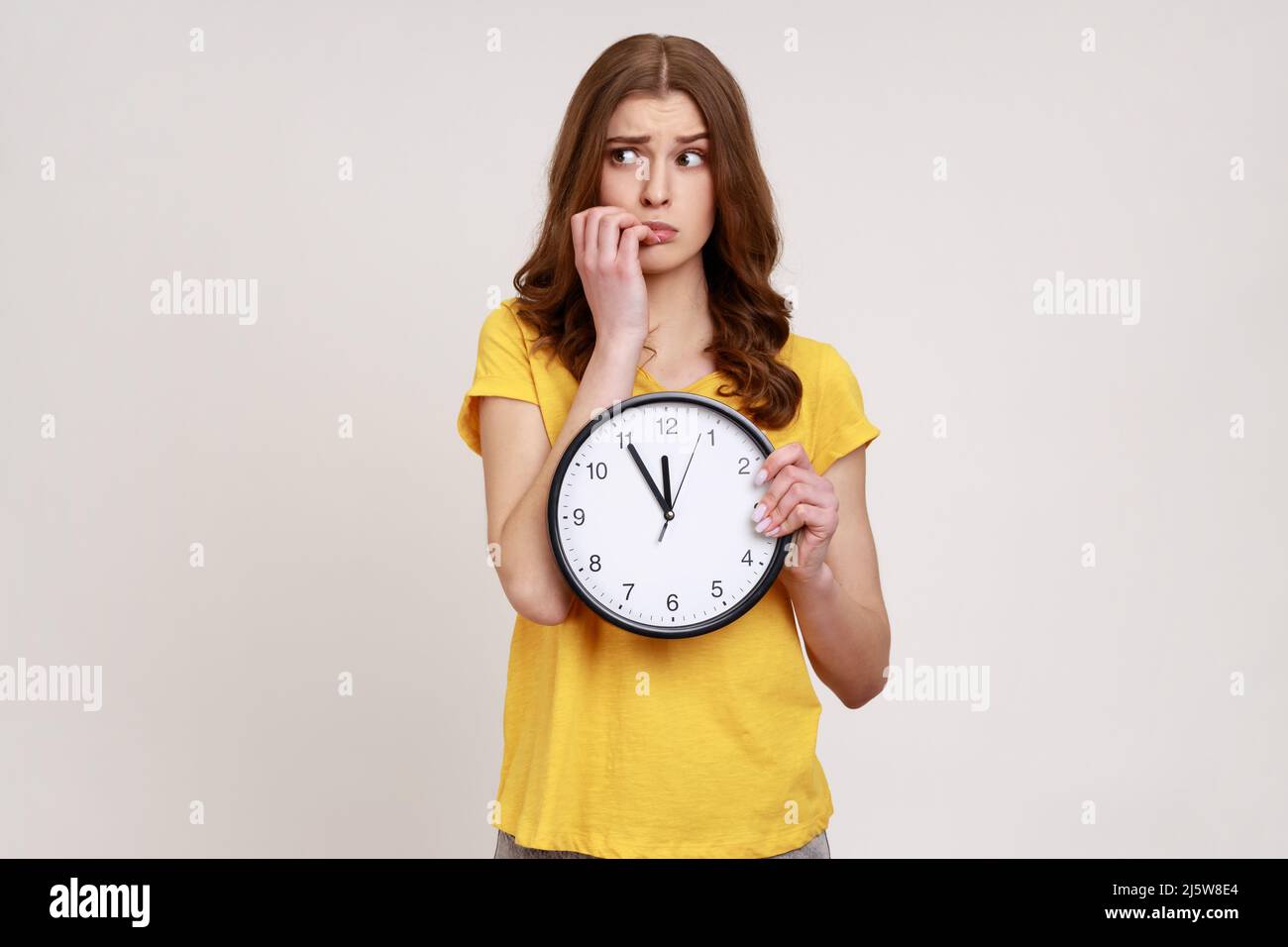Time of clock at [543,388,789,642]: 11:54
